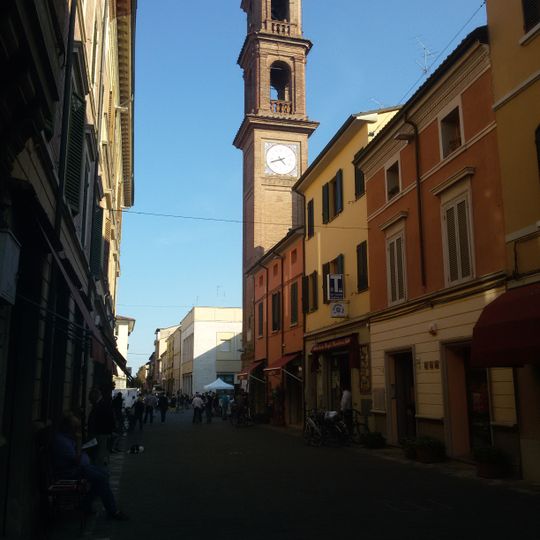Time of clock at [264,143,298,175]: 4:42
